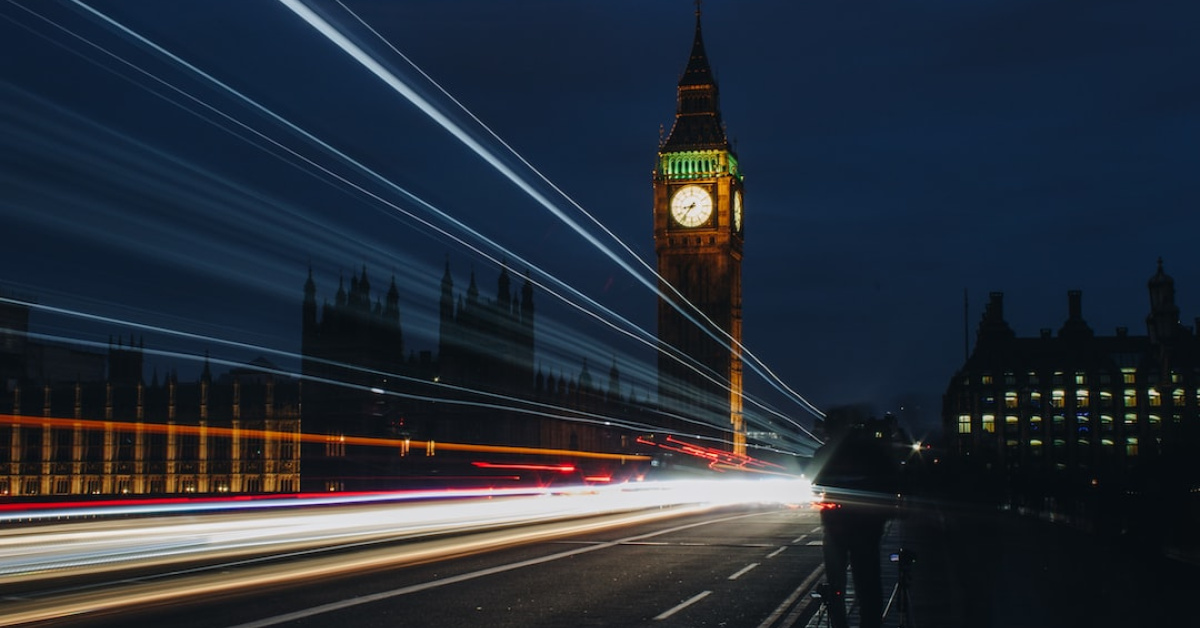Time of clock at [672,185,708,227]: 8:36
